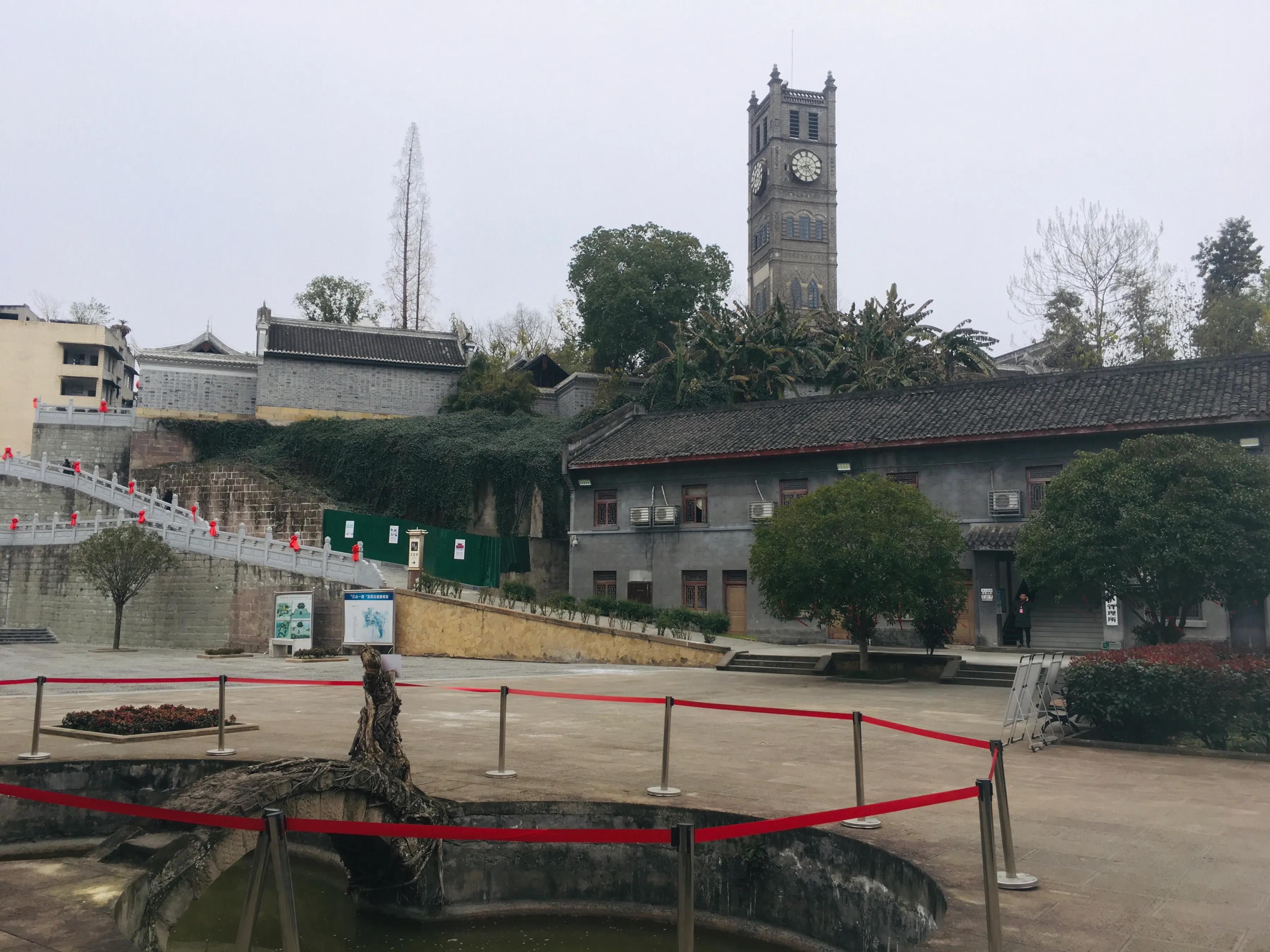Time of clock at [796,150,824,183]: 8:24
